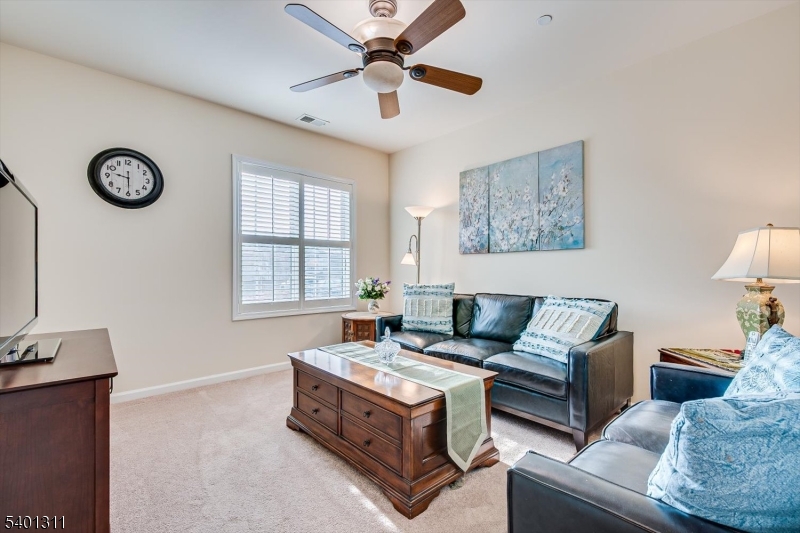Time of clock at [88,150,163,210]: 9:29
